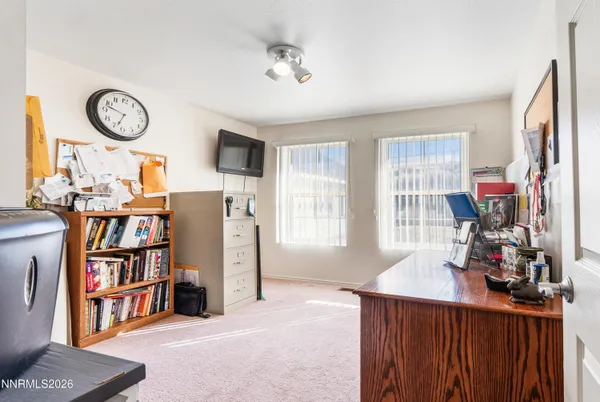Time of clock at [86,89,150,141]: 6:47
